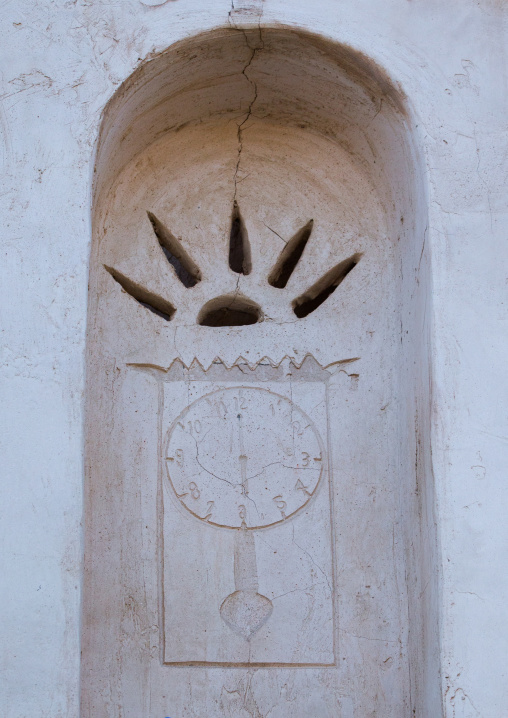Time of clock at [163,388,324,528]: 5:59
